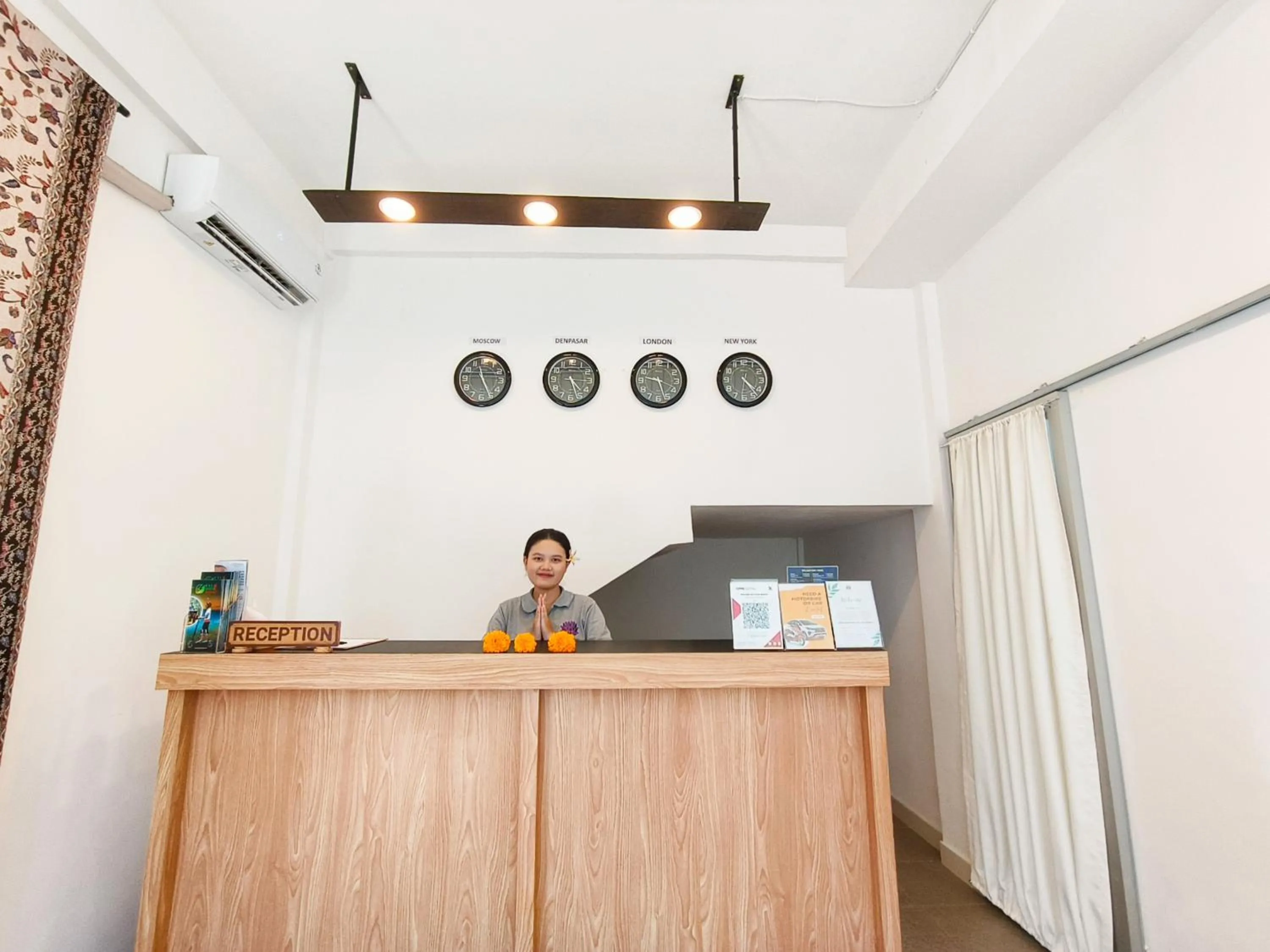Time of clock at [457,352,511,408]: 11:25
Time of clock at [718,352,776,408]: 4:23
